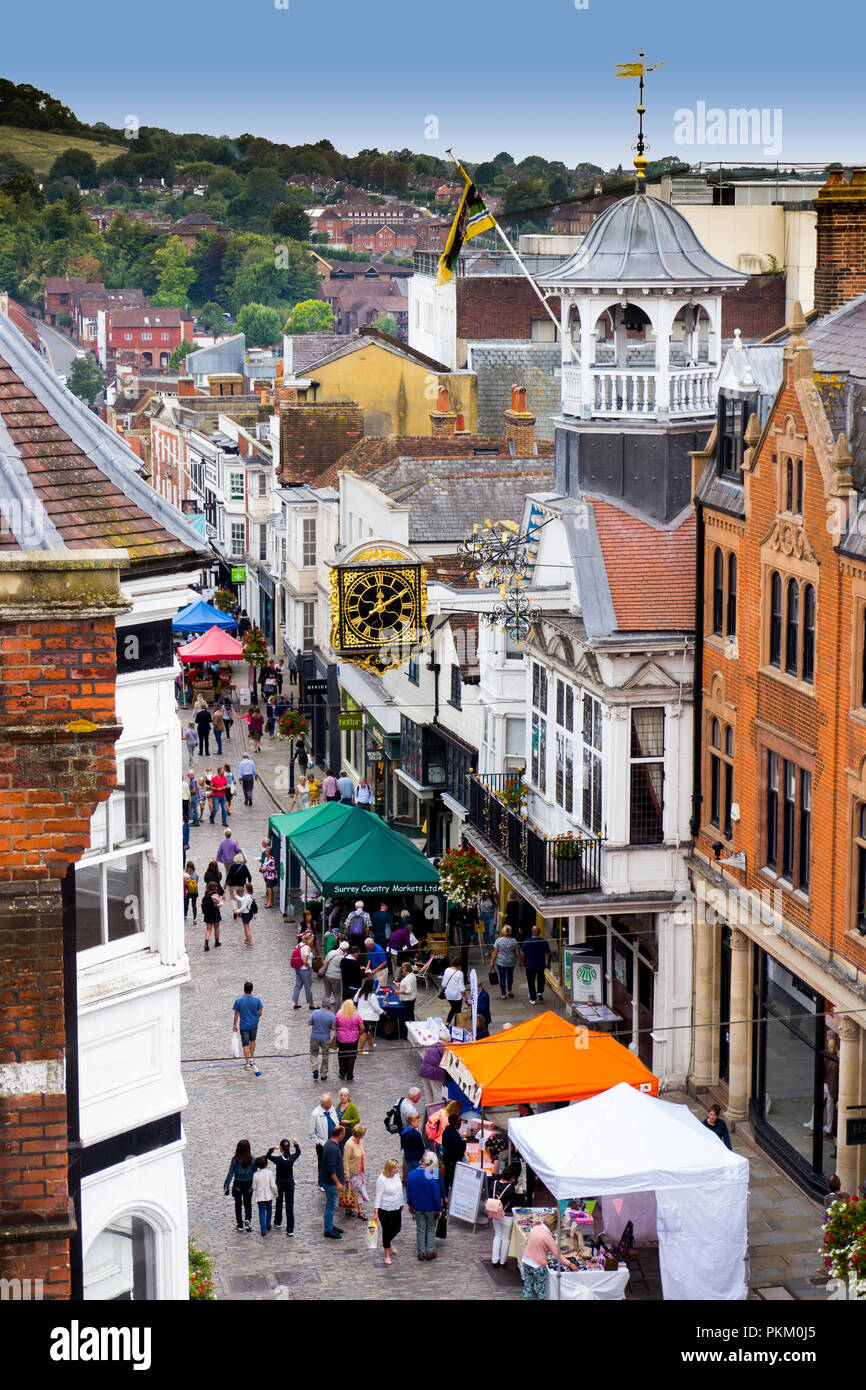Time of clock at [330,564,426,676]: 12:09
